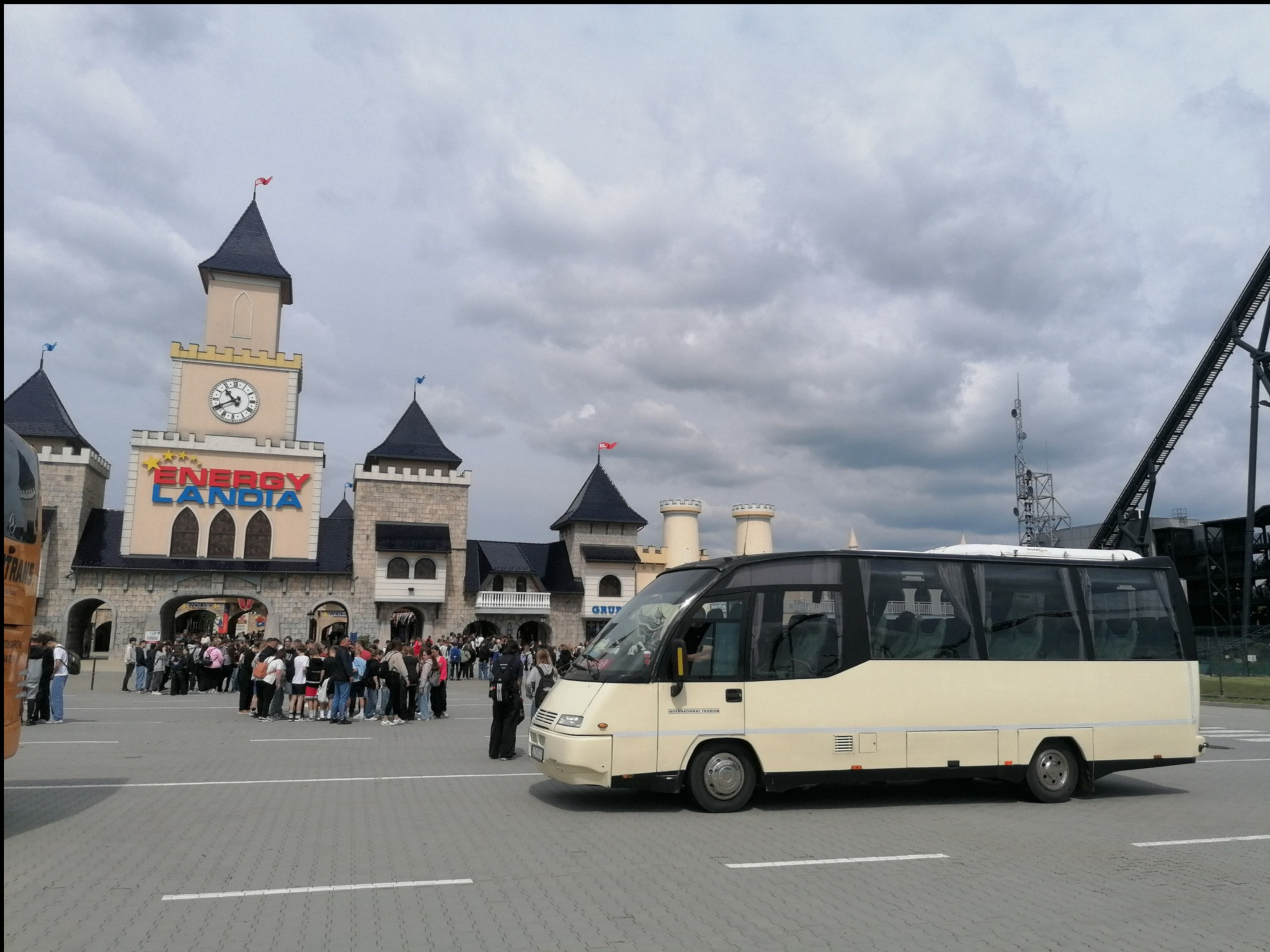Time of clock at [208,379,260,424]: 10:40
